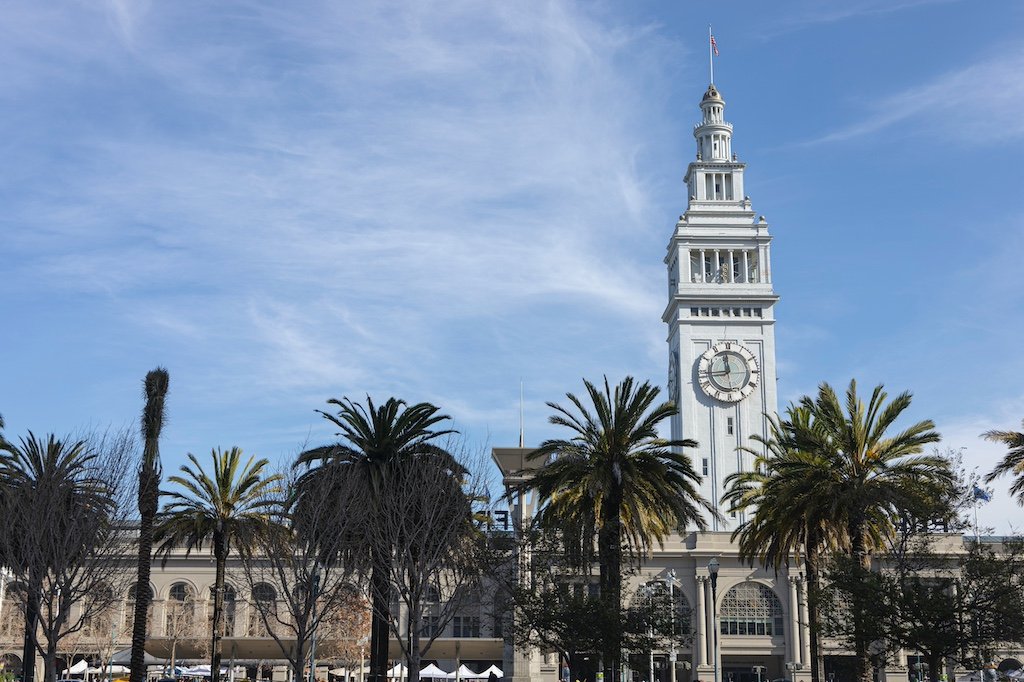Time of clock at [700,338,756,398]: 11:43
